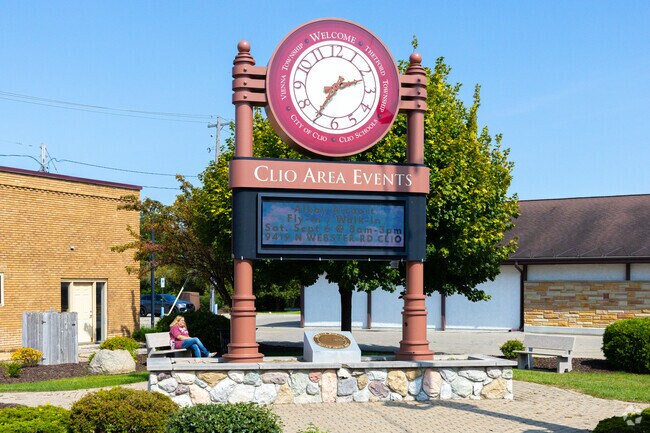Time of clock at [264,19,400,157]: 2:35
